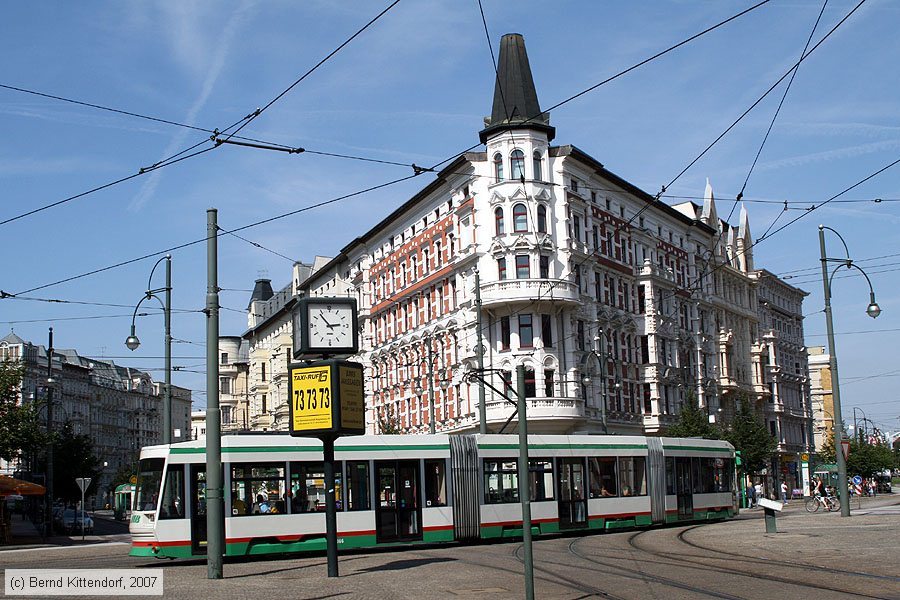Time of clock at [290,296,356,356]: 2:53
